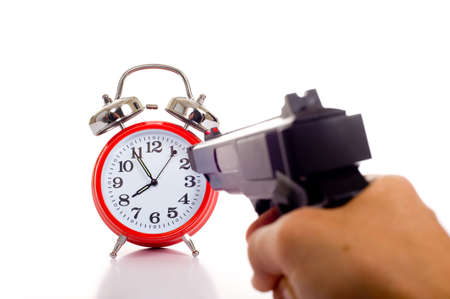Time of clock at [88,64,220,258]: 7:54
